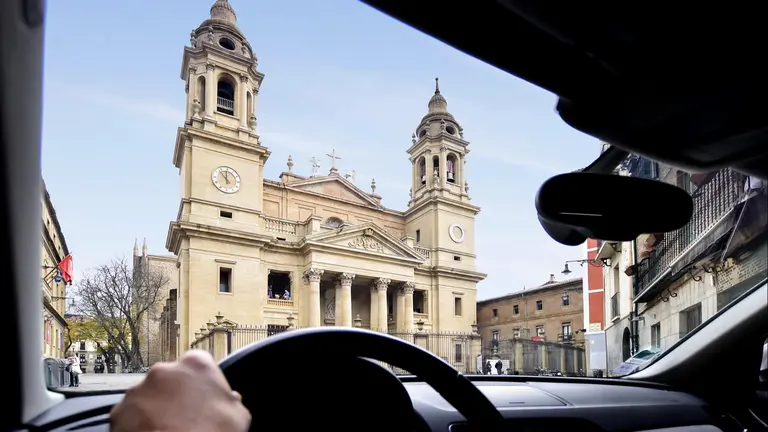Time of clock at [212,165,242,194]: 11:52
